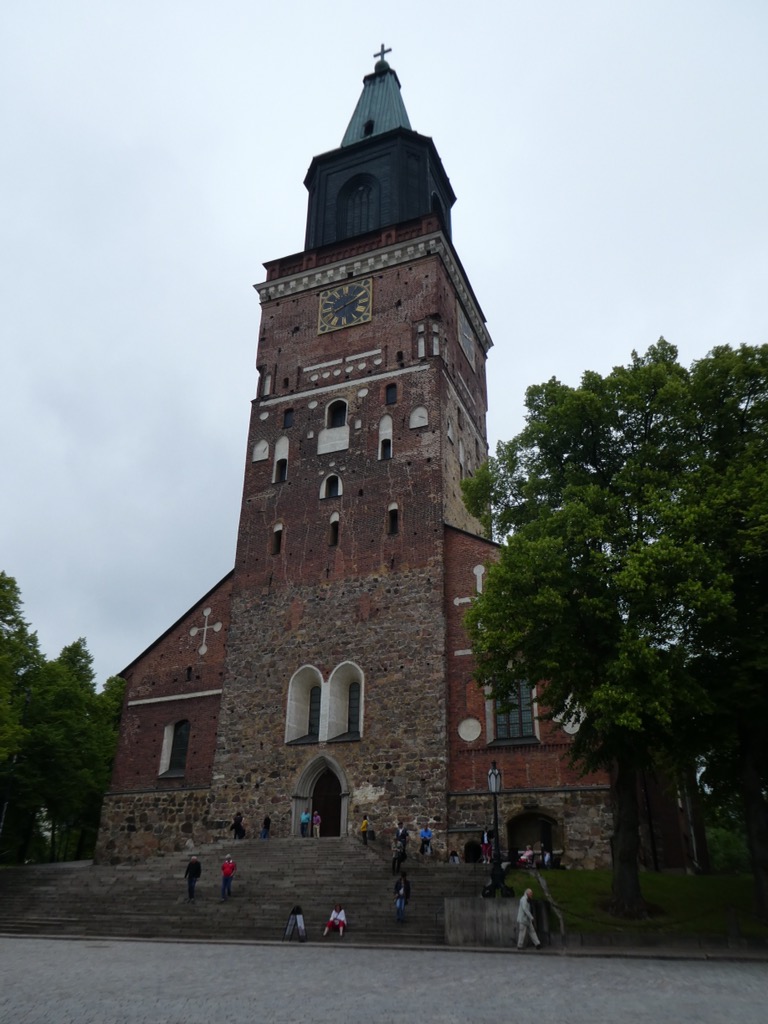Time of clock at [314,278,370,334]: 8:11
